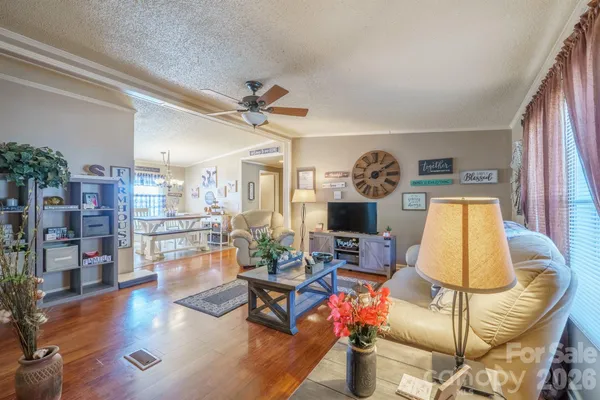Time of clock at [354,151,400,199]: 2:09
